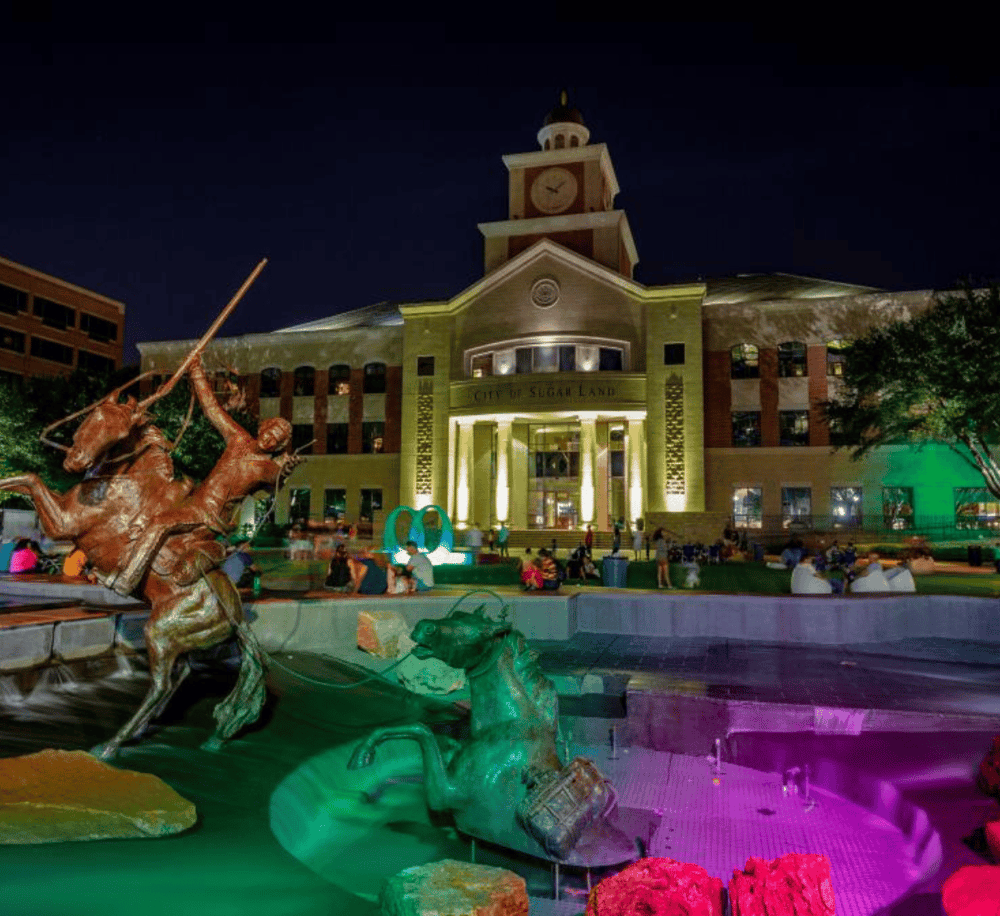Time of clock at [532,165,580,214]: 10:08
